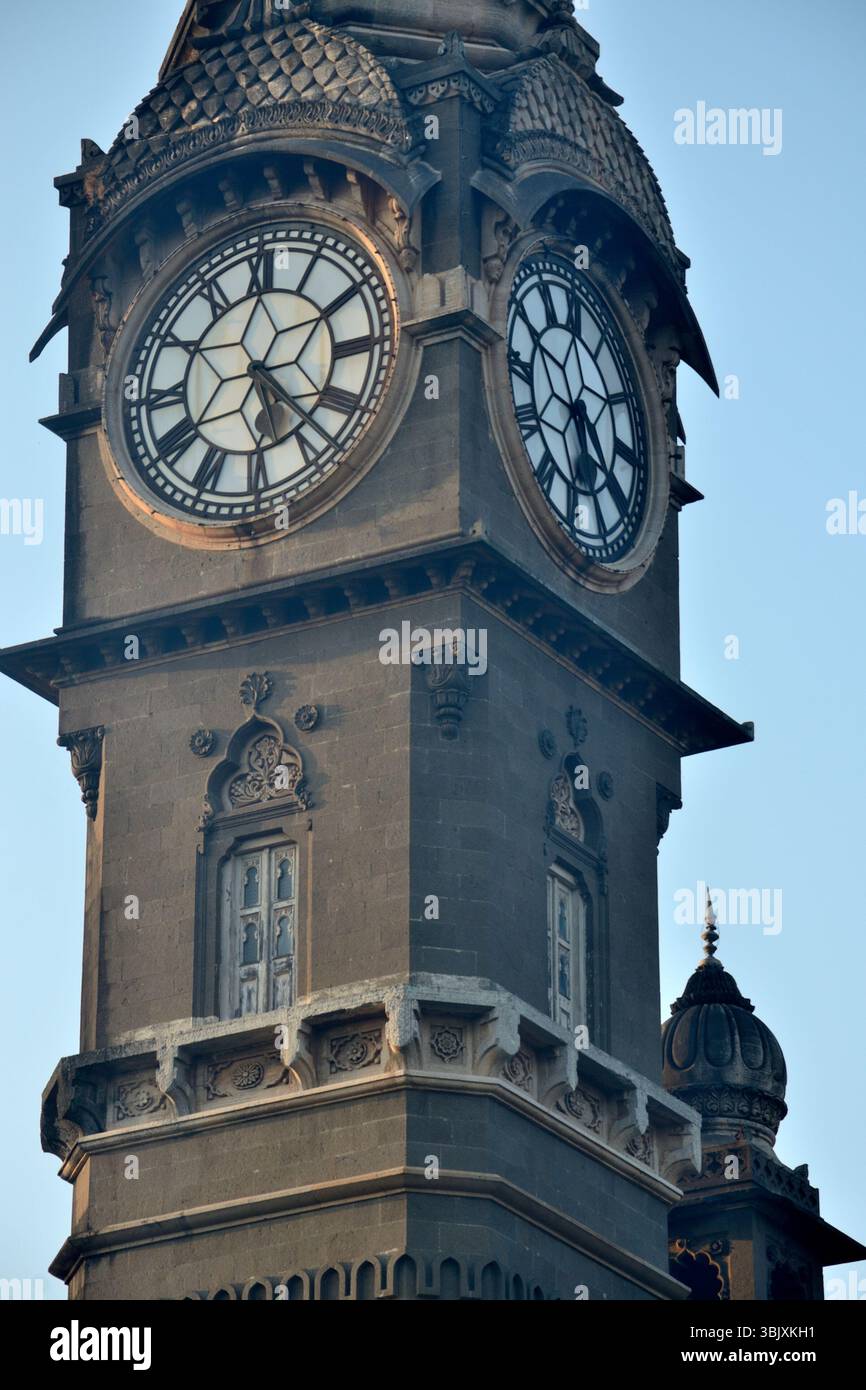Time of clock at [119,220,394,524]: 5:23
